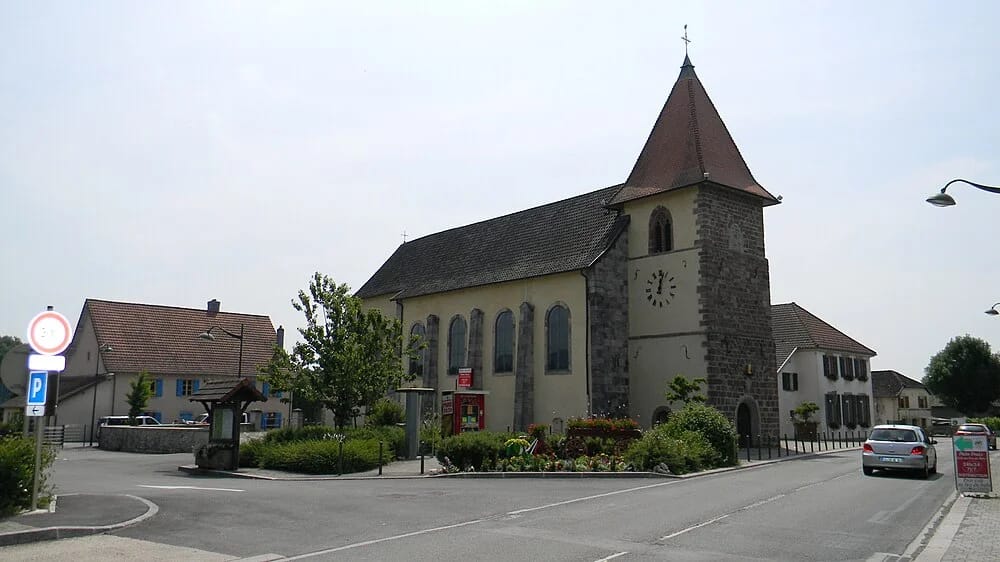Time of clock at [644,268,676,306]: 12:02
